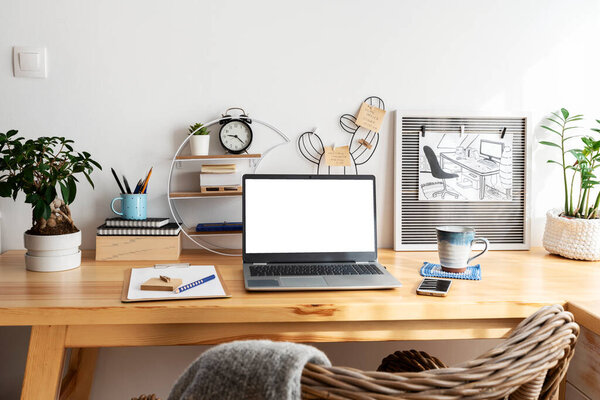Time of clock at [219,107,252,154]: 9:22
